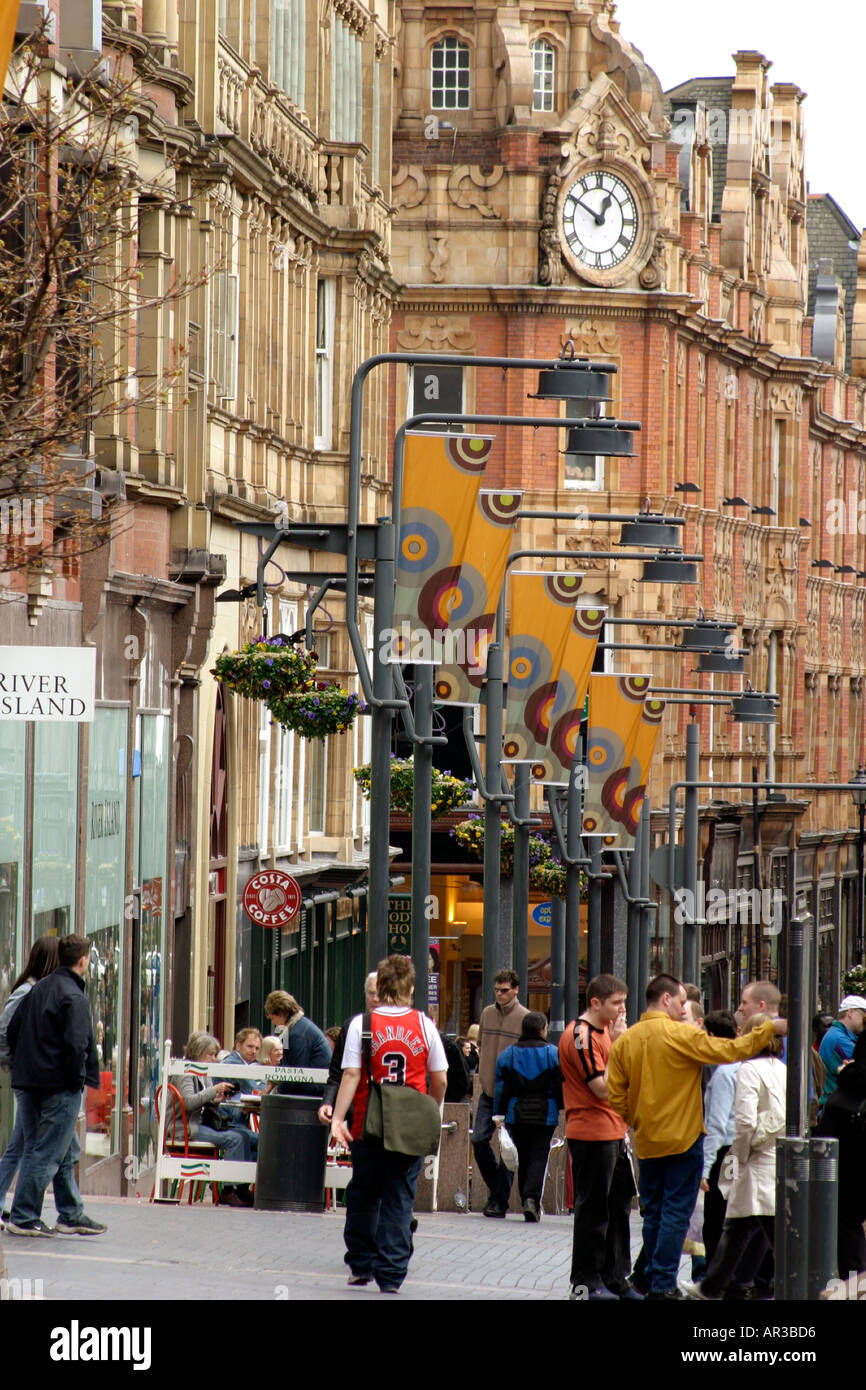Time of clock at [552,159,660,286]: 12:50
